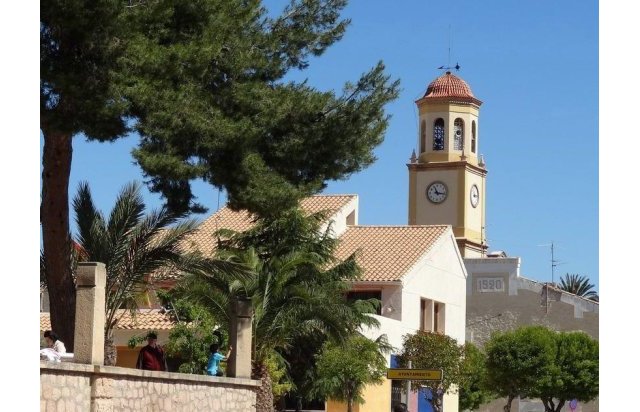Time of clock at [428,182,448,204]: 11:16
